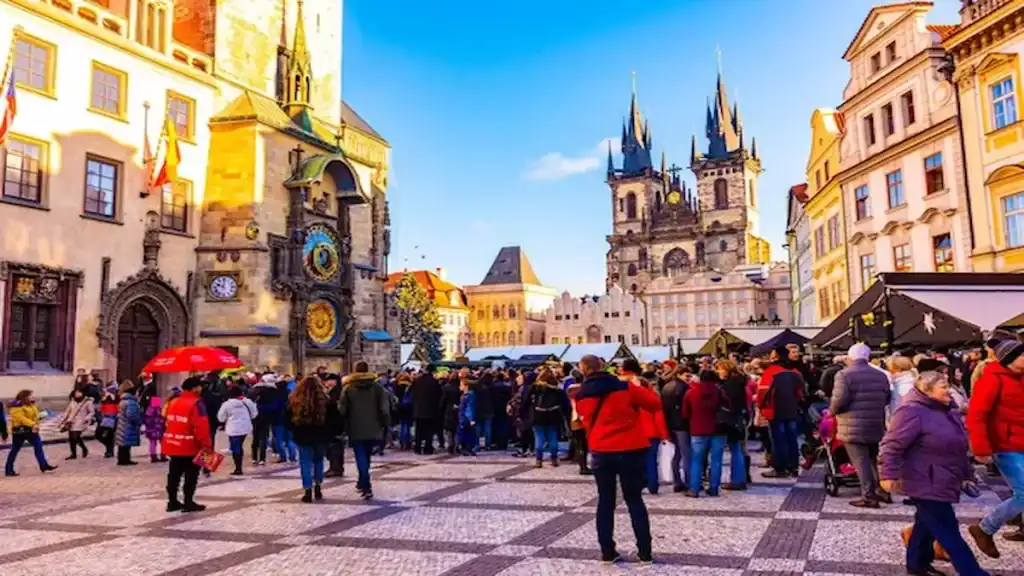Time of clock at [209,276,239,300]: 10:00
